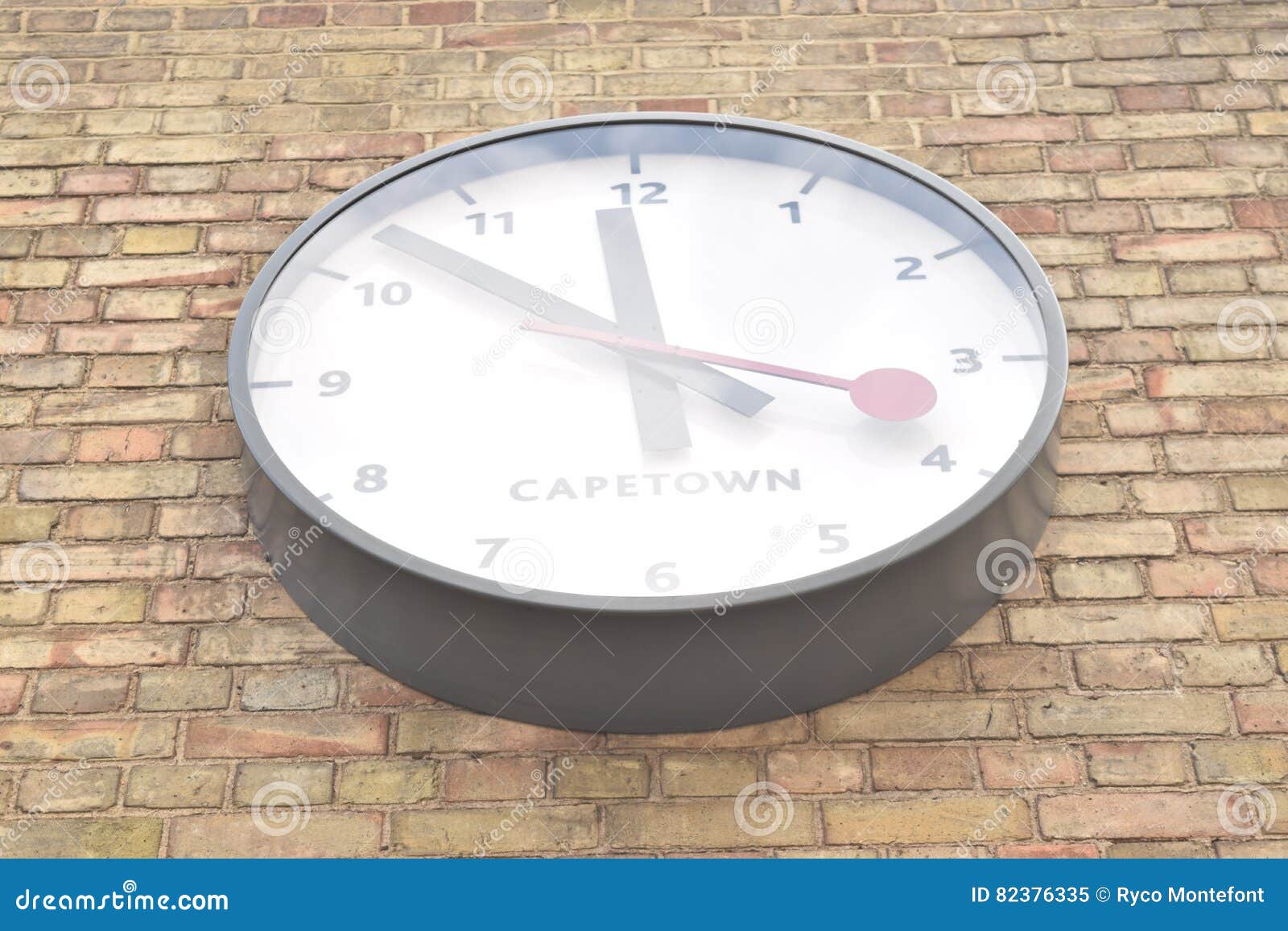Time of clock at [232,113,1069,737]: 3:52
